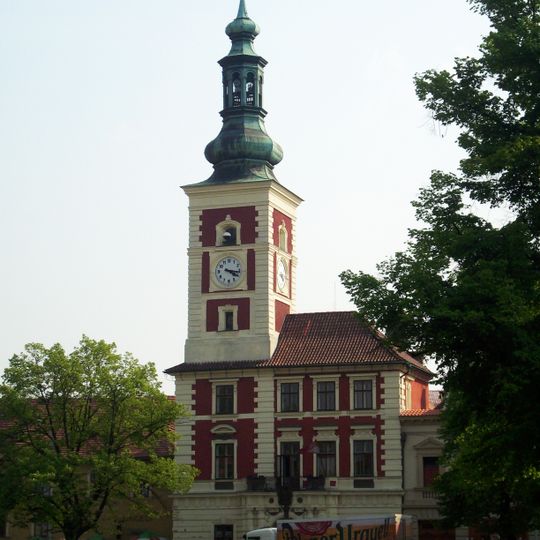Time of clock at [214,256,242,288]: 4:16
